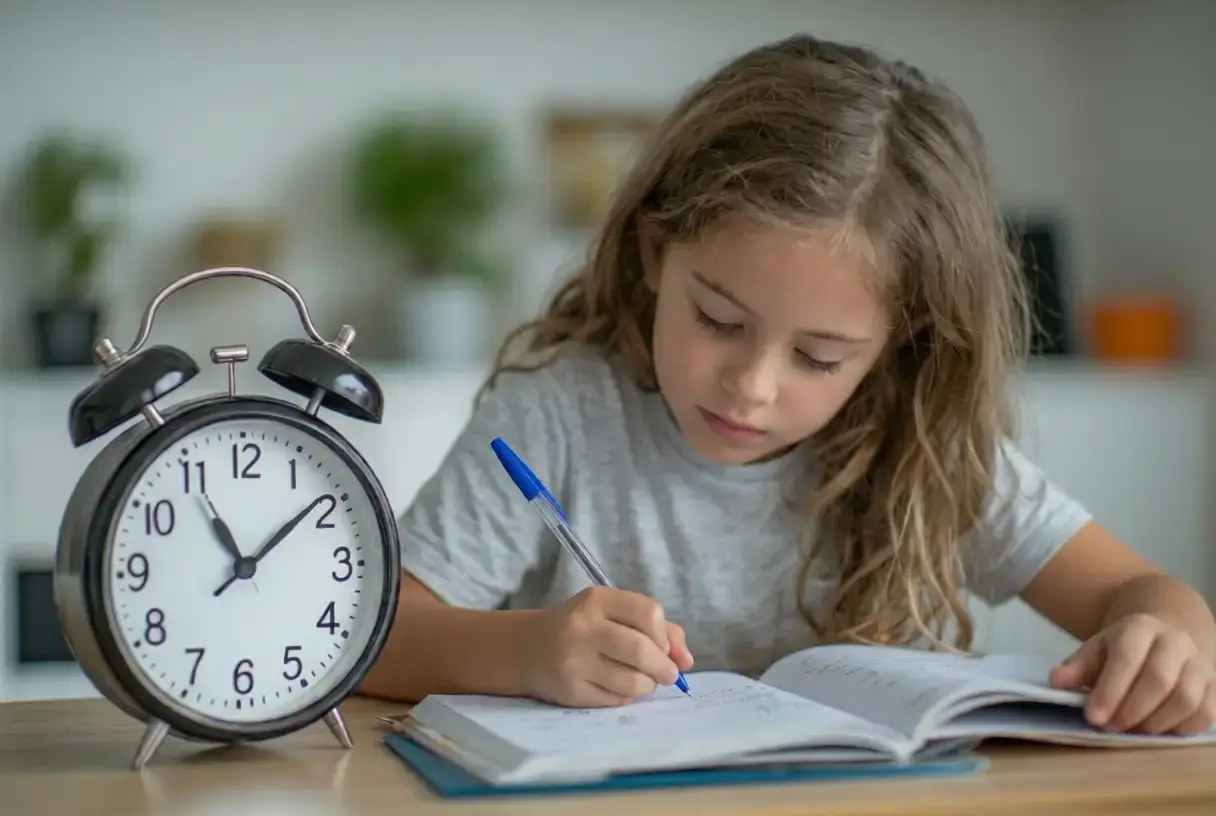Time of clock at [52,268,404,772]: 11:08
